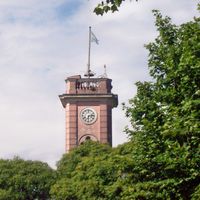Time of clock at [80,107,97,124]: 6:13
